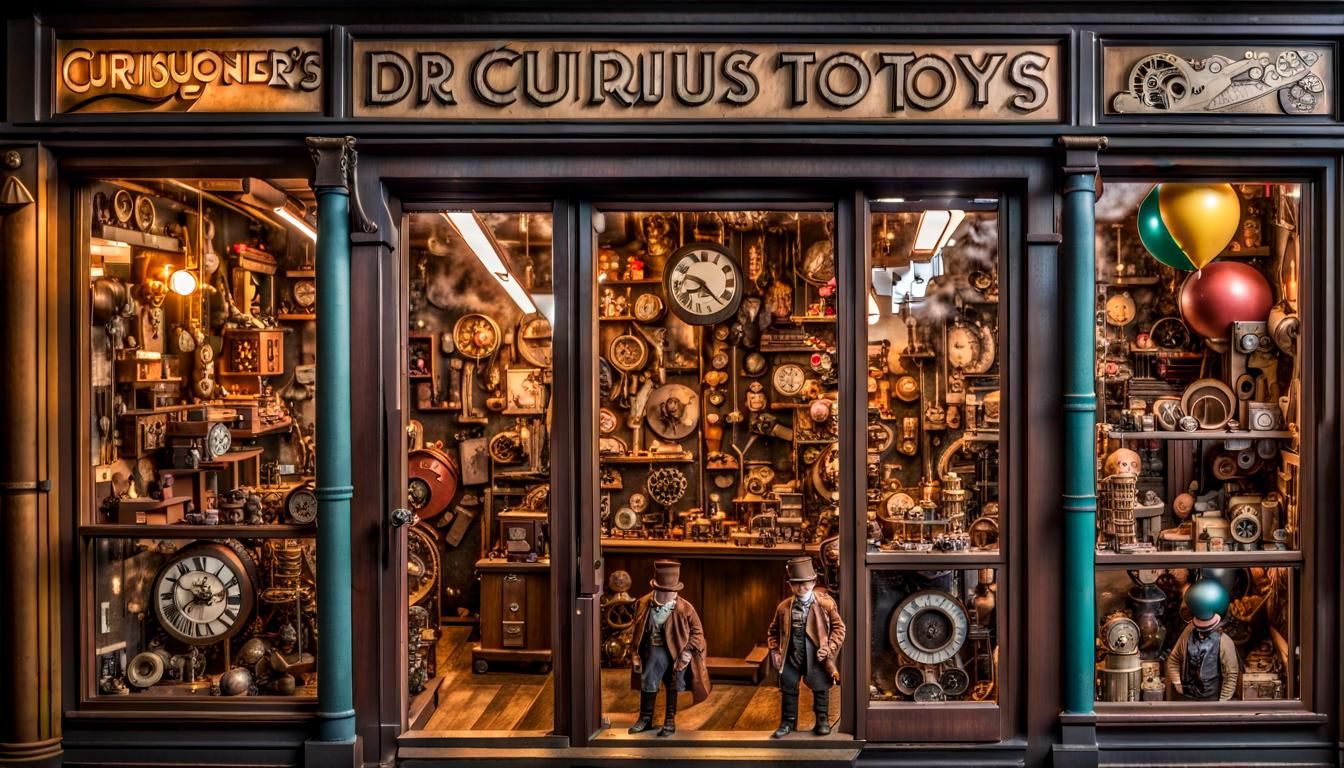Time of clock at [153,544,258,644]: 7:49
